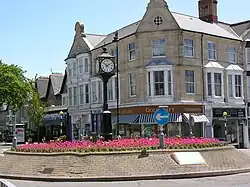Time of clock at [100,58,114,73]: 1:51
